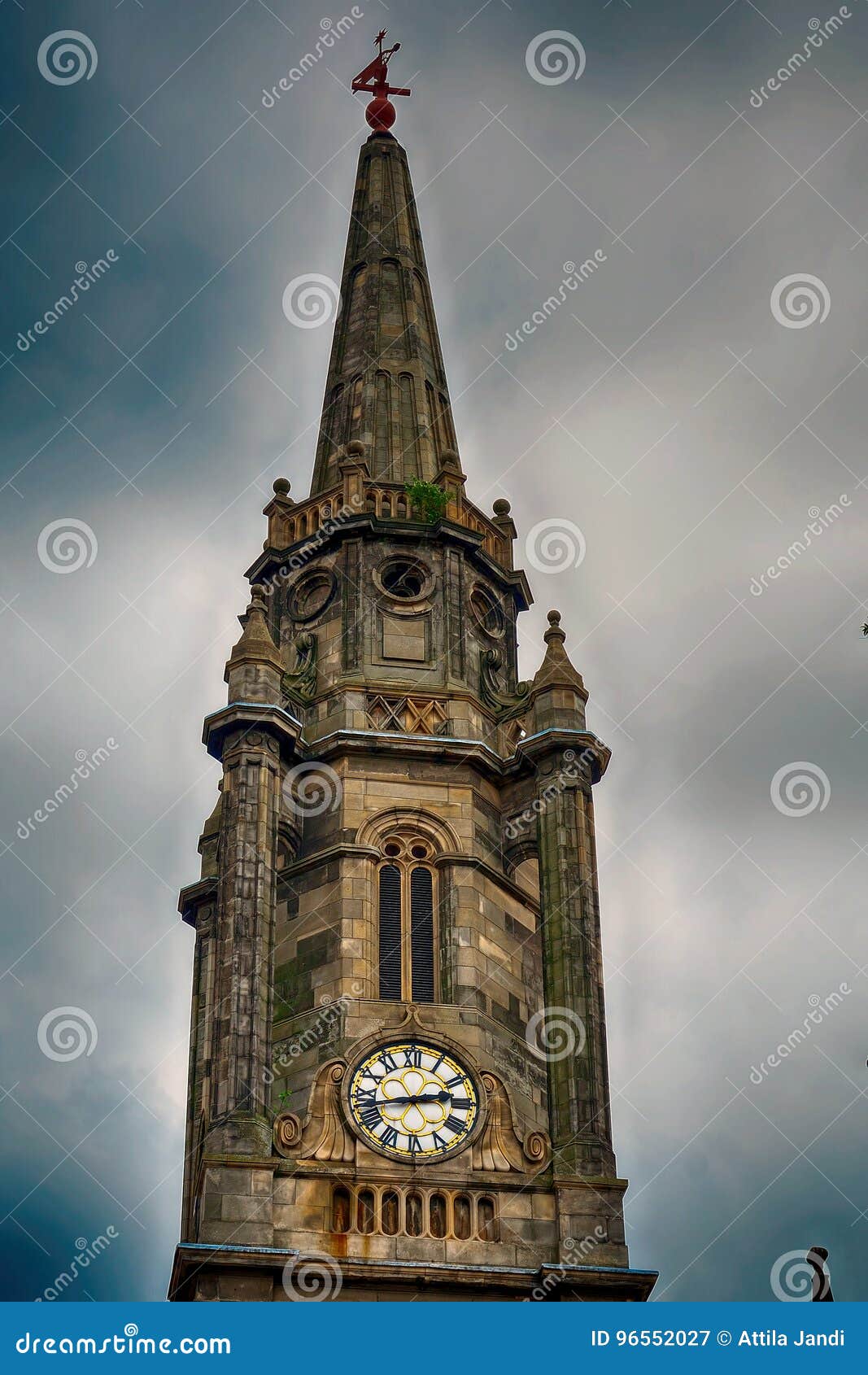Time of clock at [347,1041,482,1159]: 2:42
